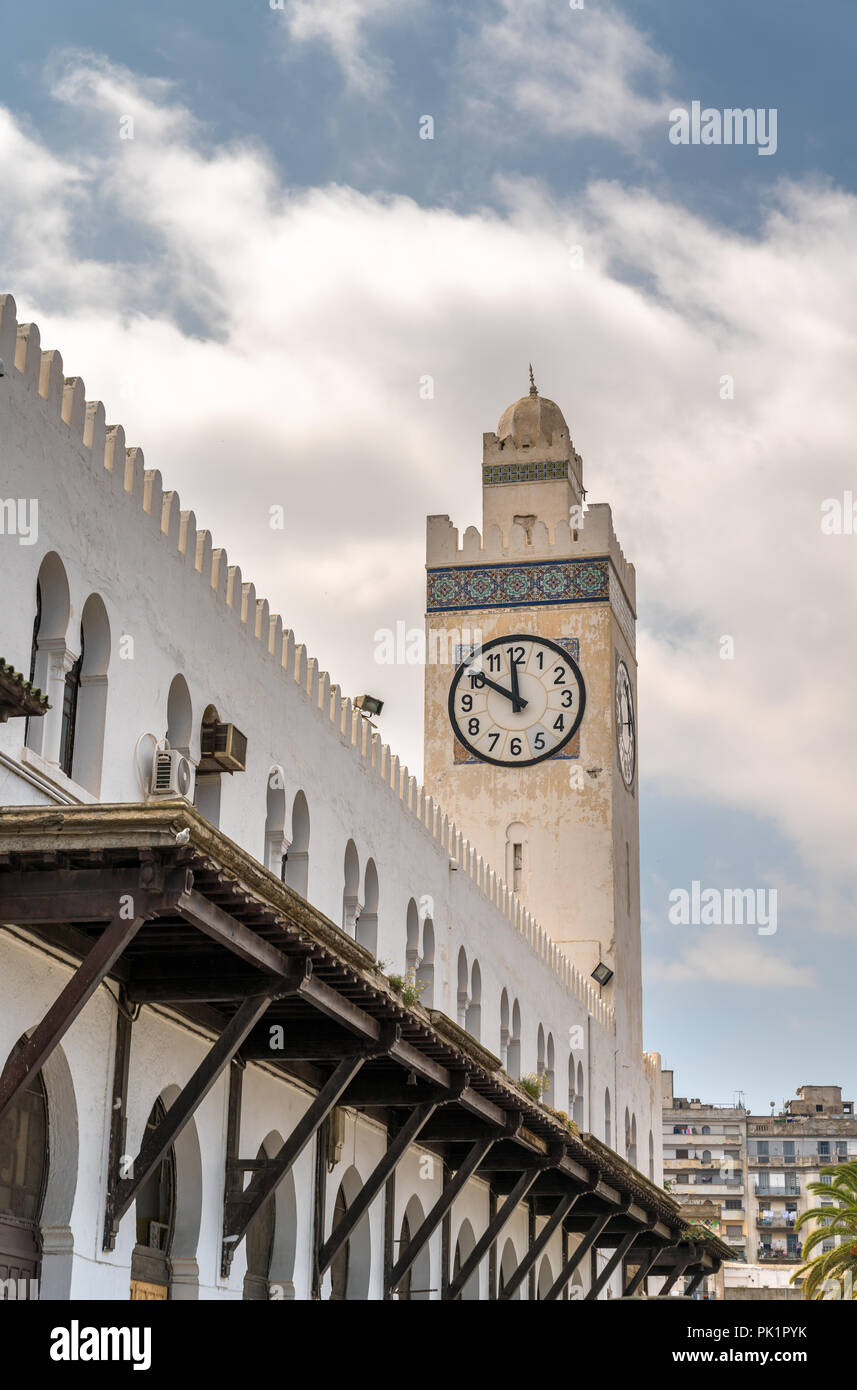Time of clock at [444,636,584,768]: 11:50
